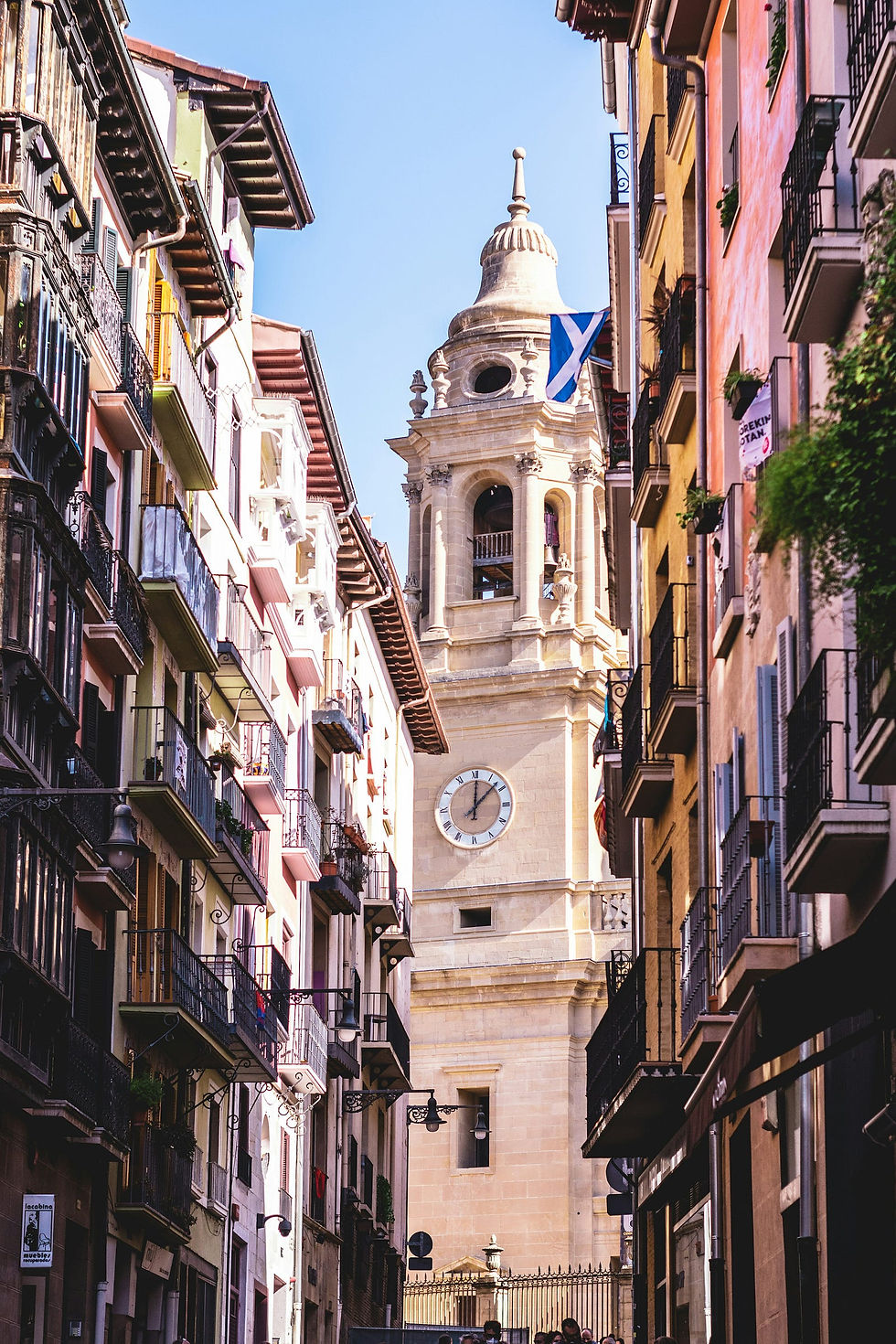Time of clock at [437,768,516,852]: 12:07
